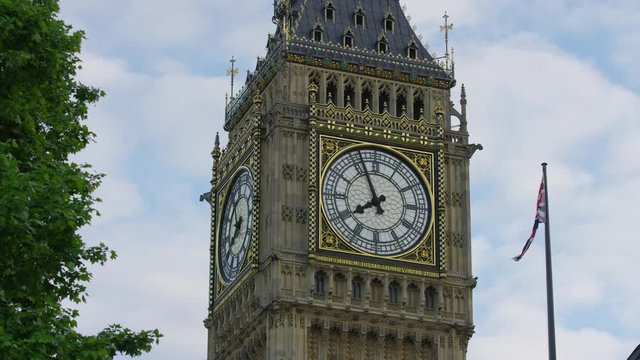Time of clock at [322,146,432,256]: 7:56
